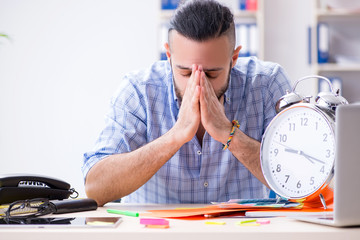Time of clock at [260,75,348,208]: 9:18
